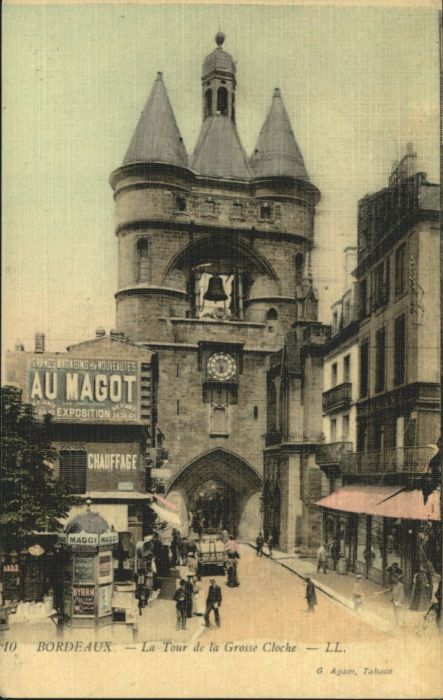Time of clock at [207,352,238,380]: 5:57
